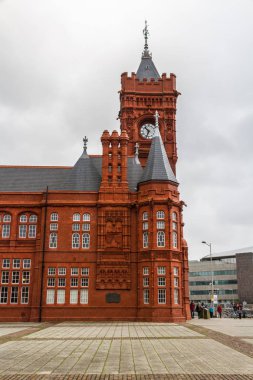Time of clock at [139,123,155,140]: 10:33
